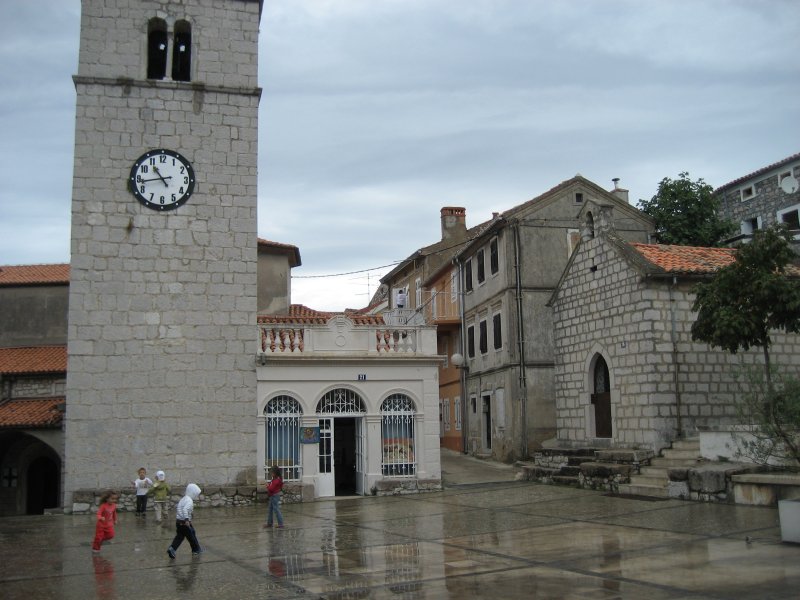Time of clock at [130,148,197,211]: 10:43
